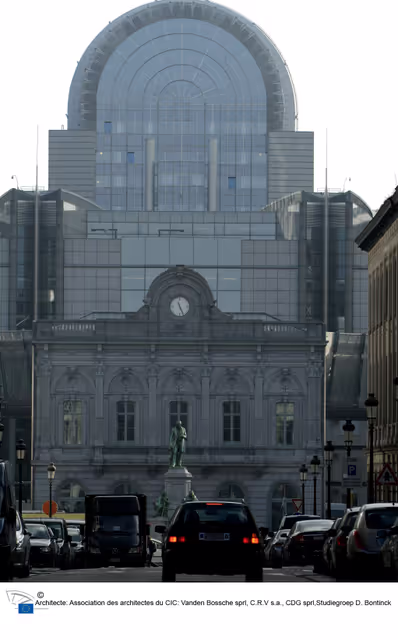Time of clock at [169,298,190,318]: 11:25
